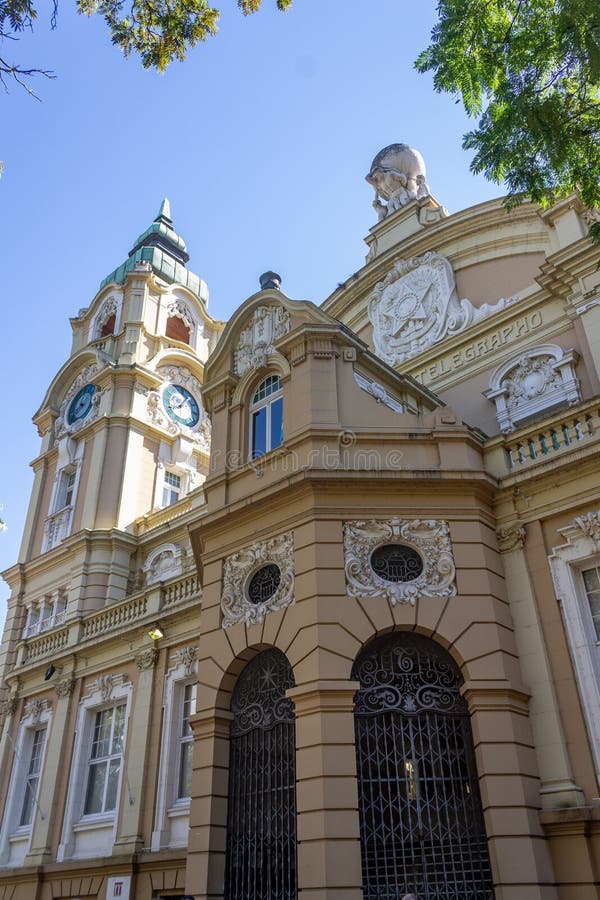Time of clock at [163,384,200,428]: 8:07
